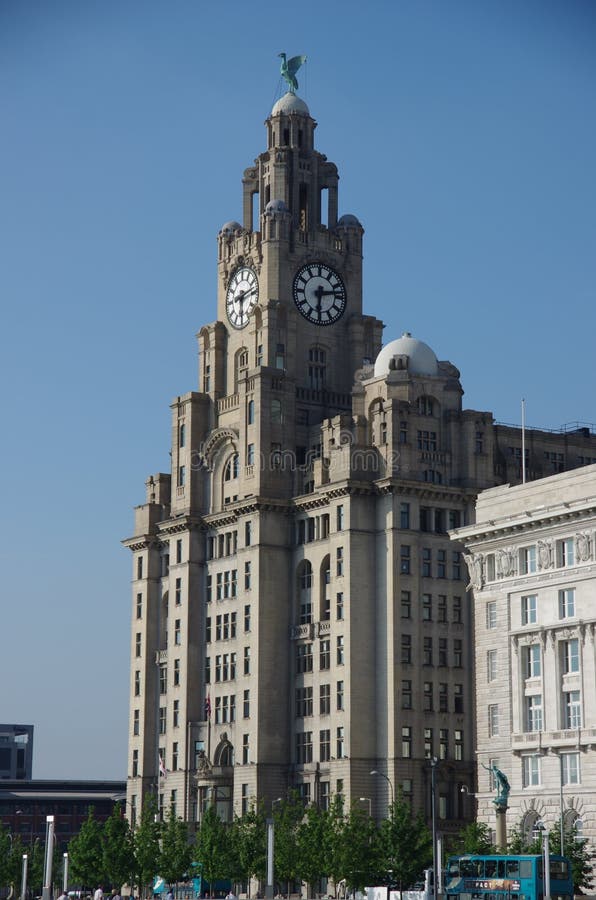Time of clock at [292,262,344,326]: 6:13
